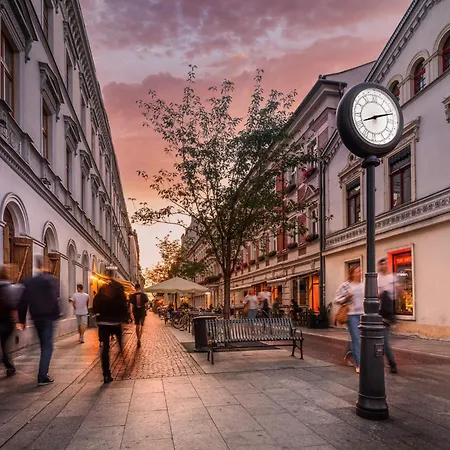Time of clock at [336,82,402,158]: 8:12
